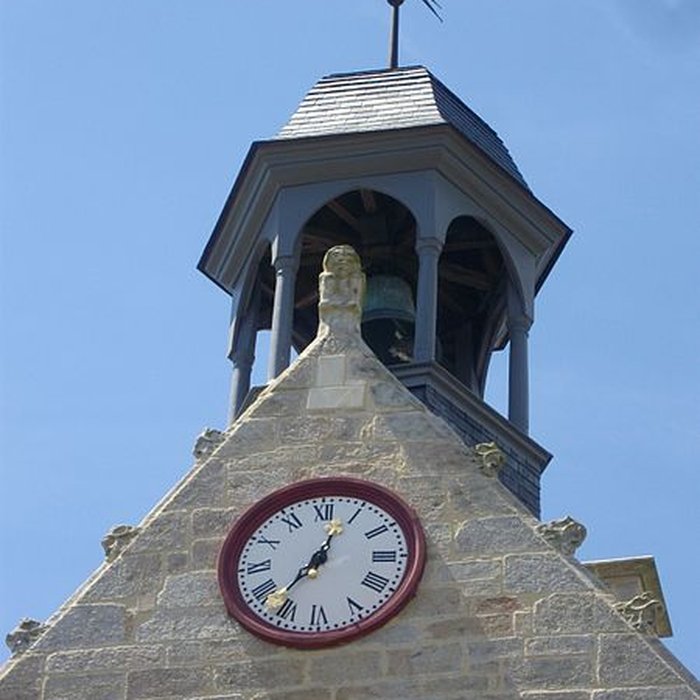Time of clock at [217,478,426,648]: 12:36
